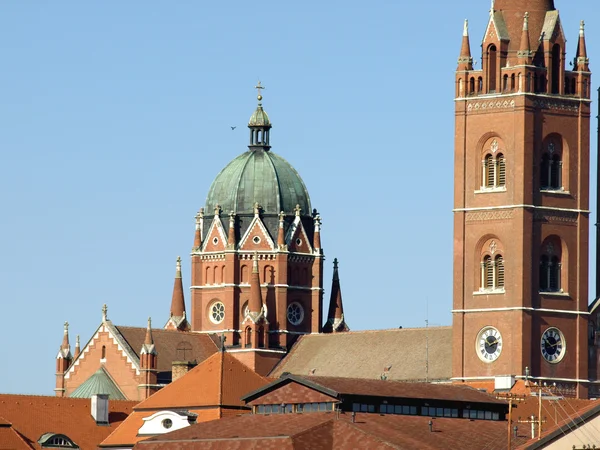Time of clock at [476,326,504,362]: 2:12
